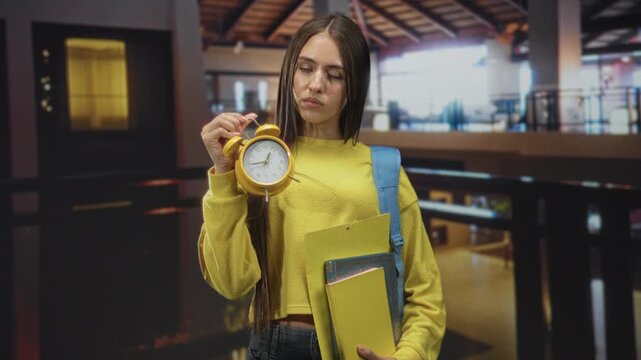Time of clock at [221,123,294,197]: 12:43
